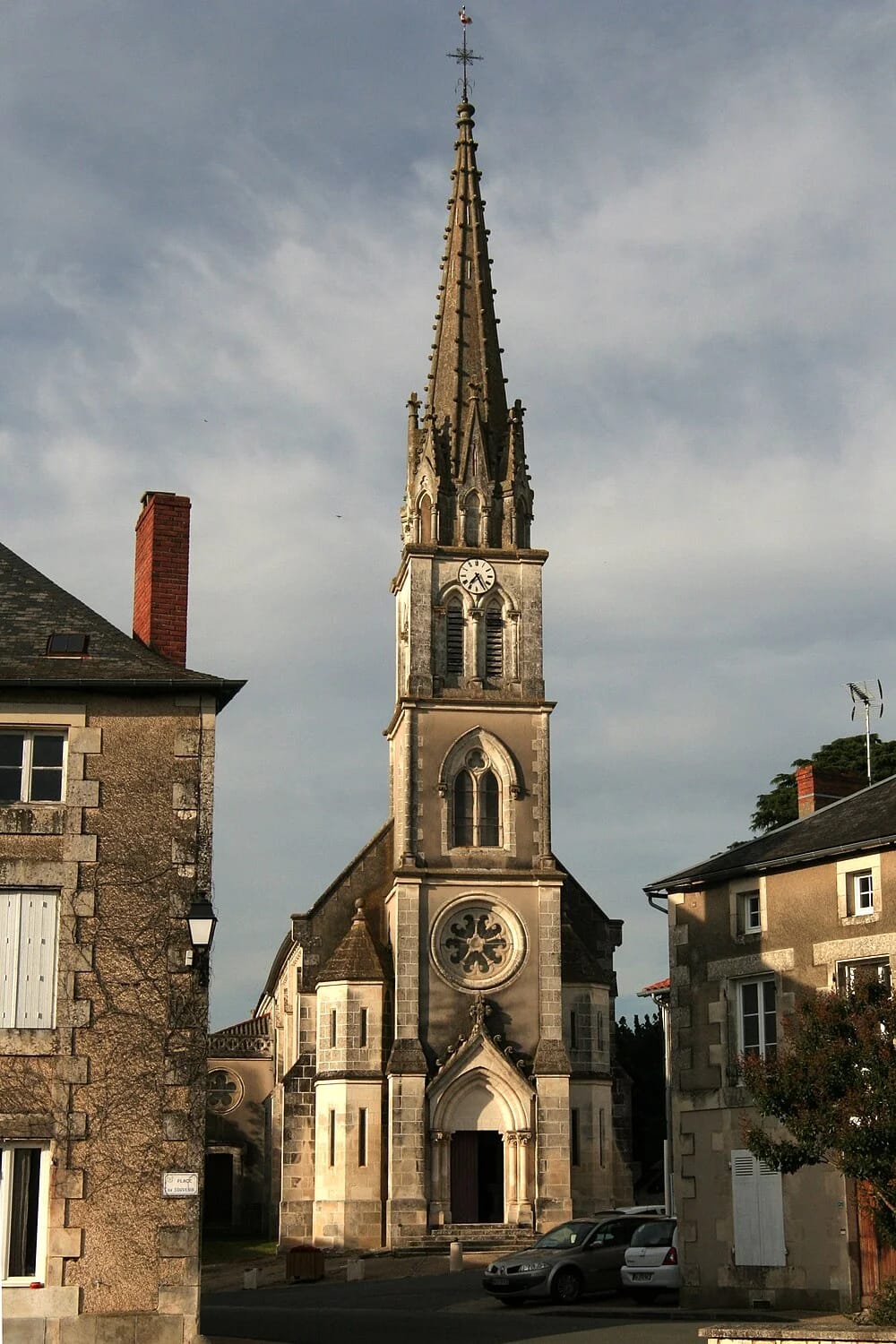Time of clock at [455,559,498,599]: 7:25
